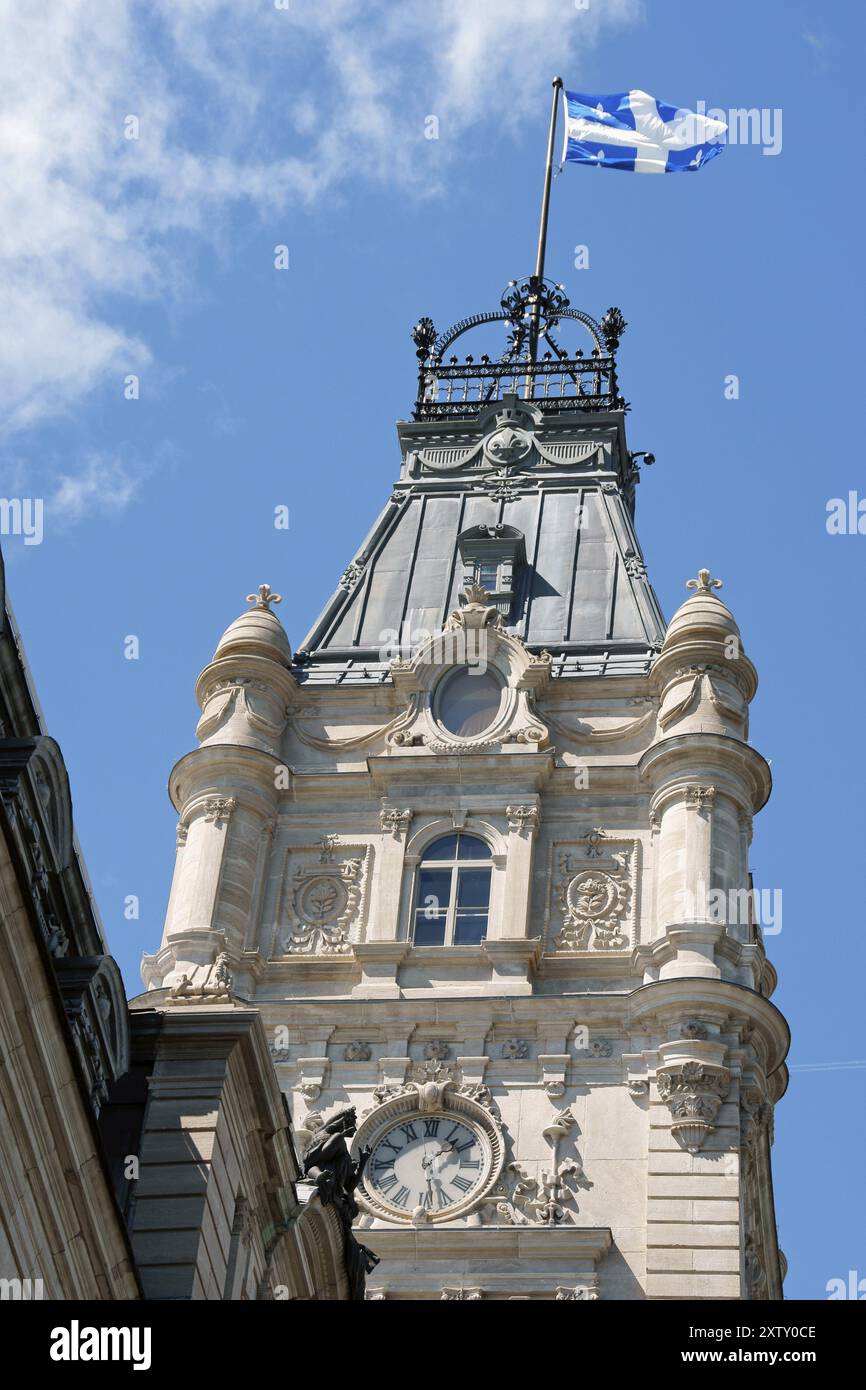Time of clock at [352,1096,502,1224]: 1:28
